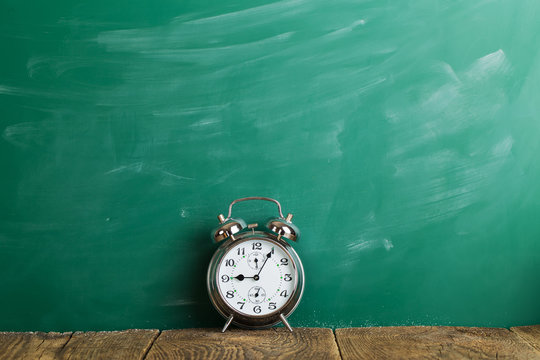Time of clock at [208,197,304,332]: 9:04
